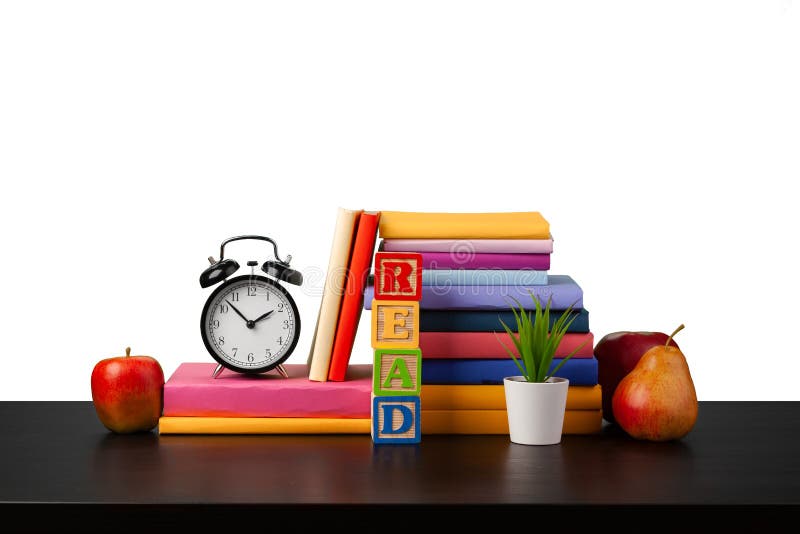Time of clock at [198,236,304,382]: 1:52
